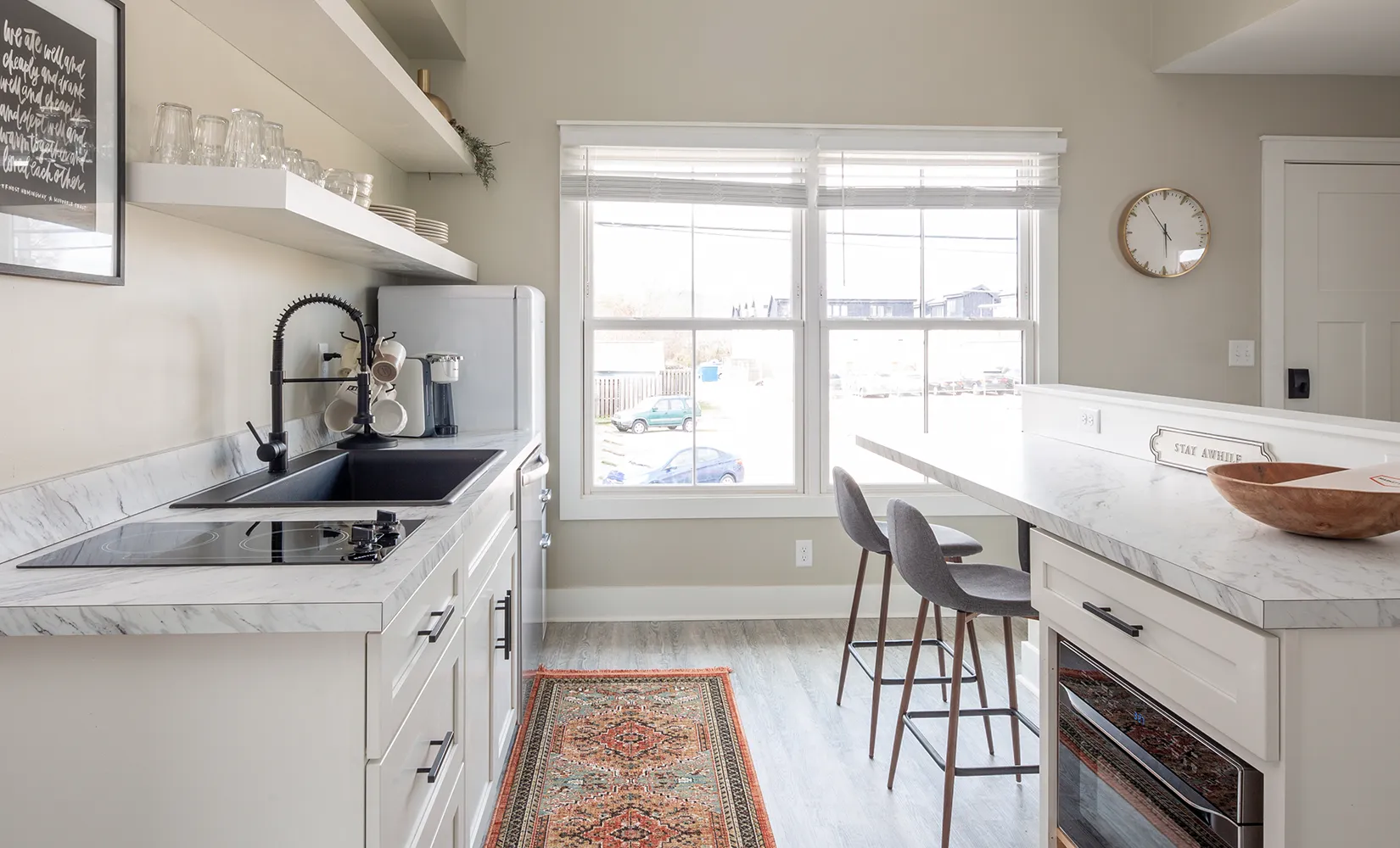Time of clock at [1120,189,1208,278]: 5:54
